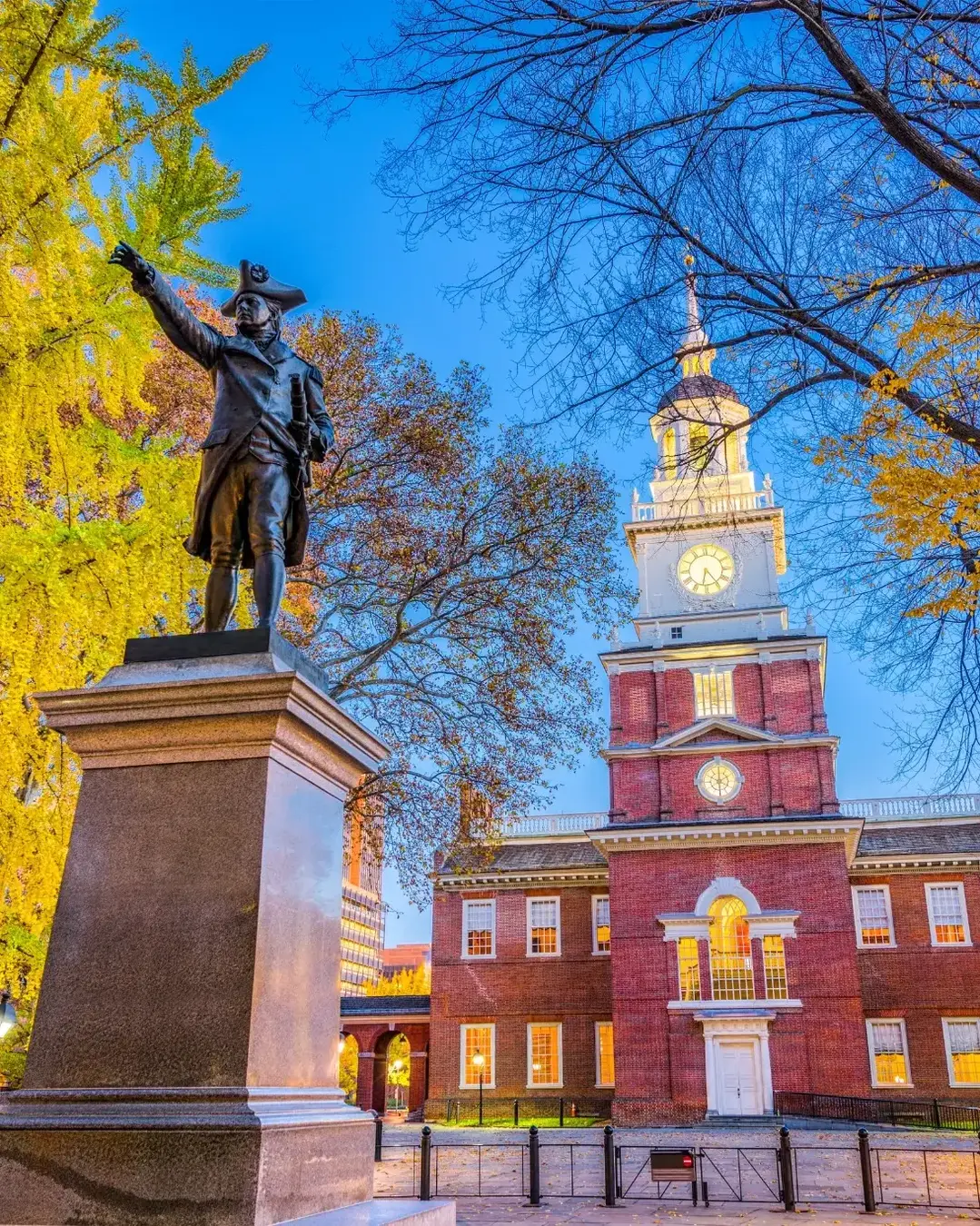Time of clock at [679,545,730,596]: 6:24
